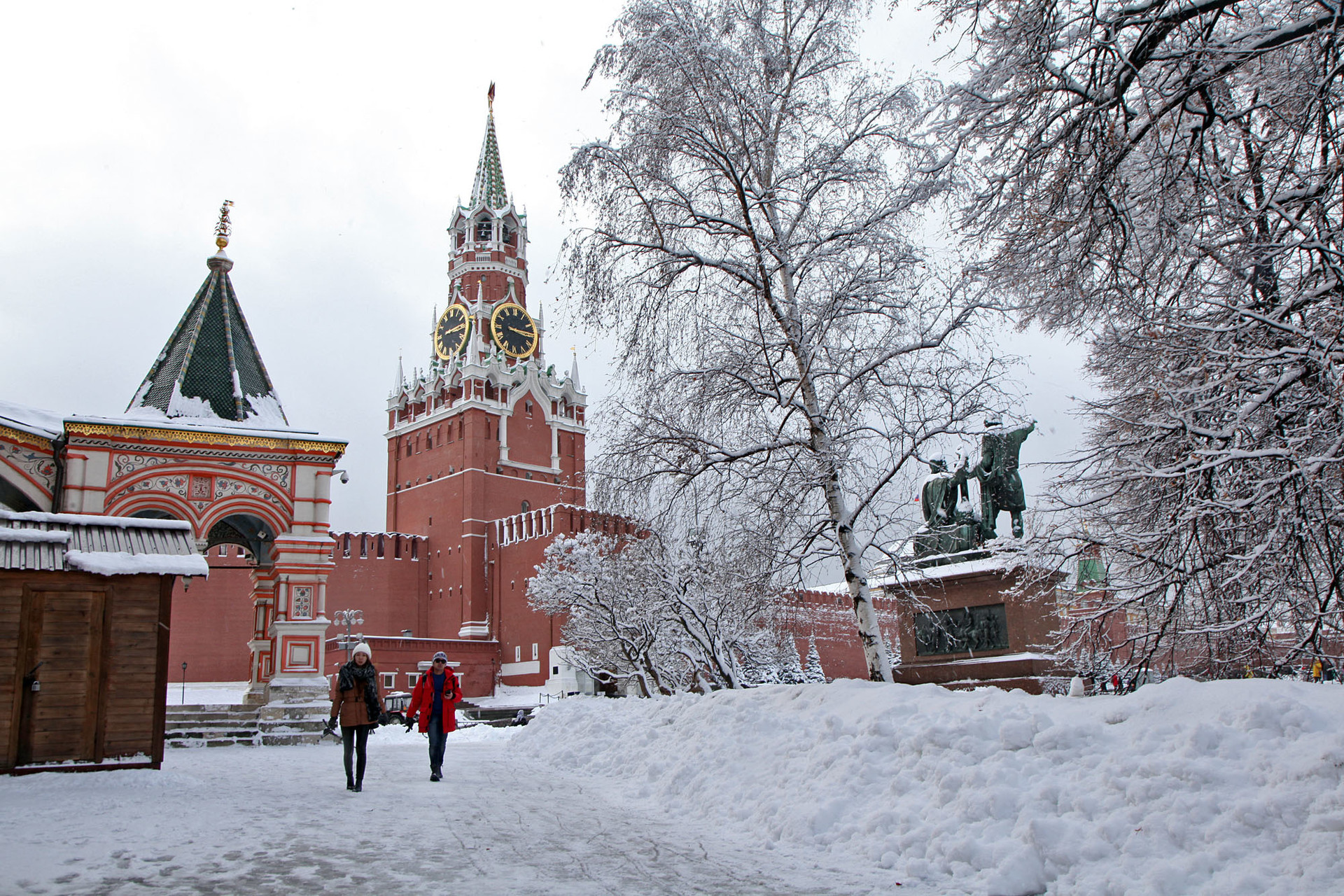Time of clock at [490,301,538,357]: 3:14
